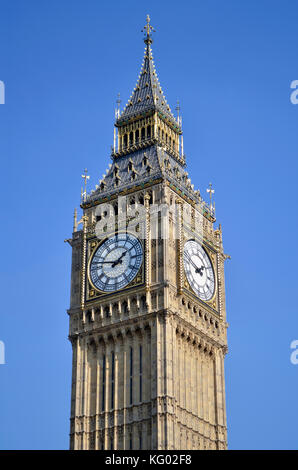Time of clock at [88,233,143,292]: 1:47
